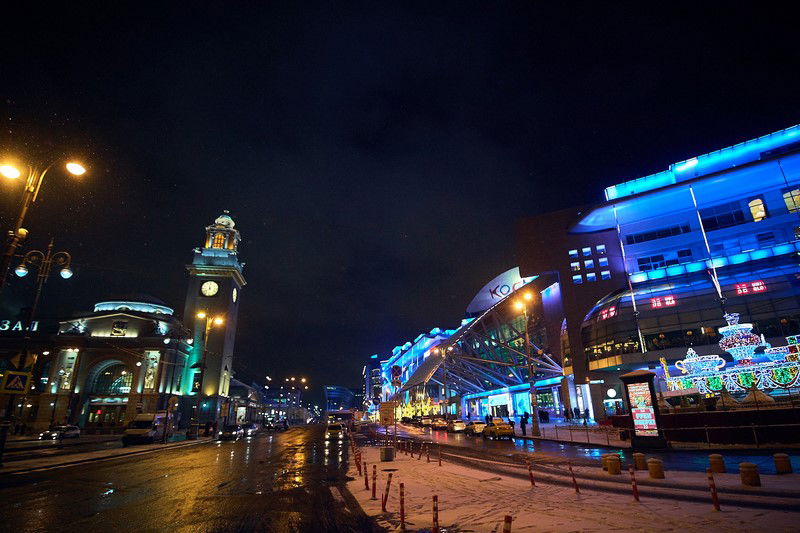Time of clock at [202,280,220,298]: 11:37
